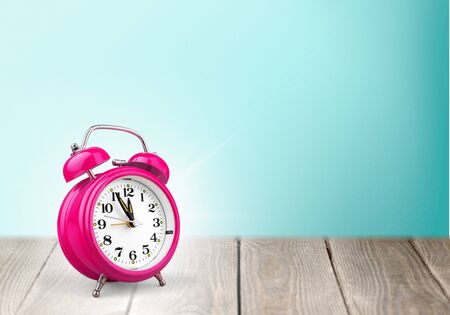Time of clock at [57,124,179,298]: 11:55
